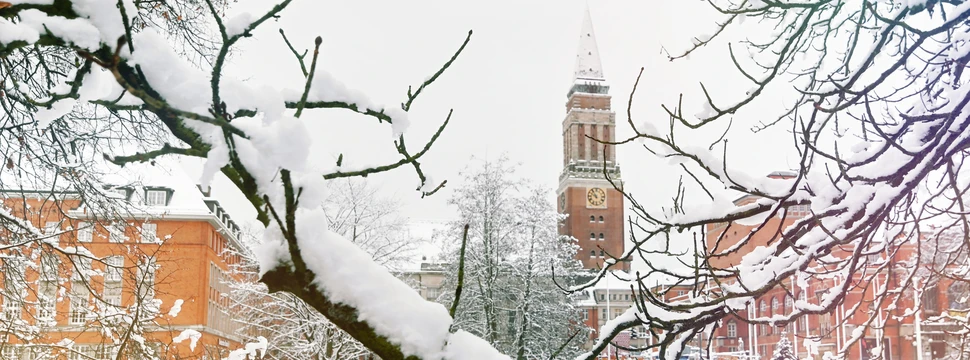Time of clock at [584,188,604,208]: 9:54
